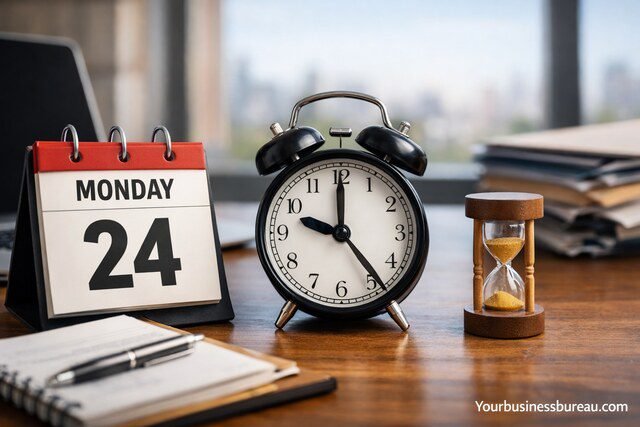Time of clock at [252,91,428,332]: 9:23
